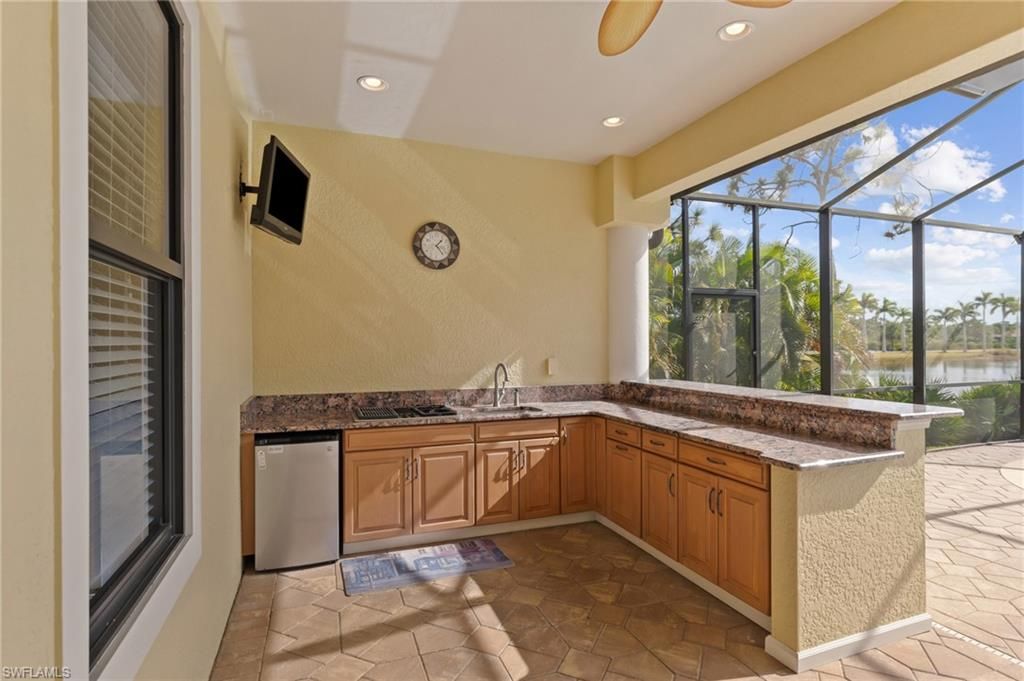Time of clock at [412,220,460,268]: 1:23
